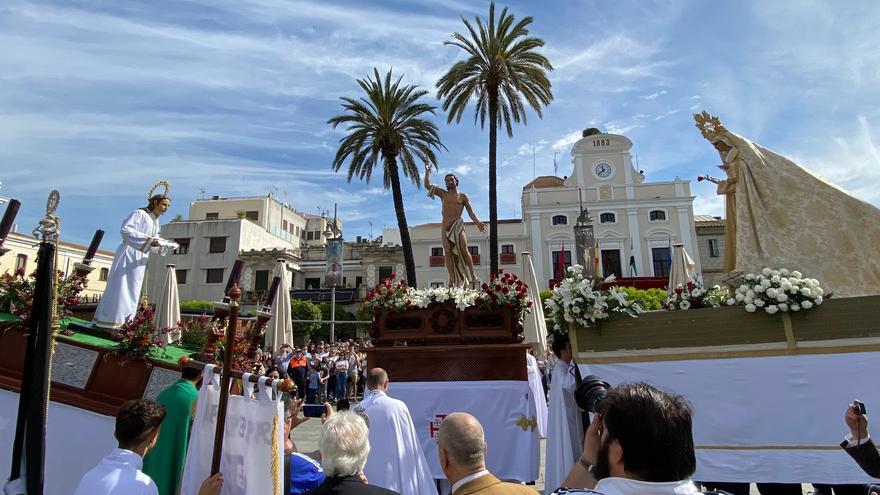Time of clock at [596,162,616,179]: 11:38
